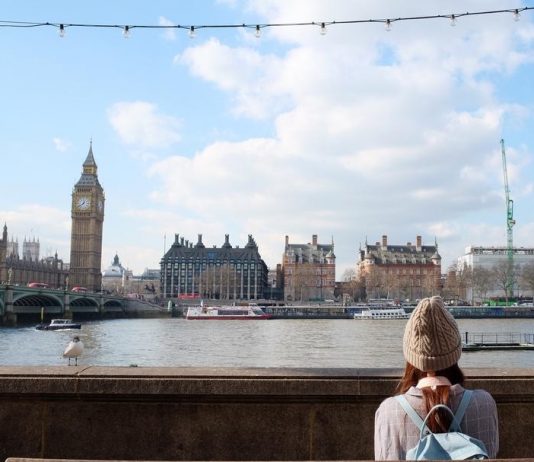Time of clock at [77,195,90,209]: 12:38
